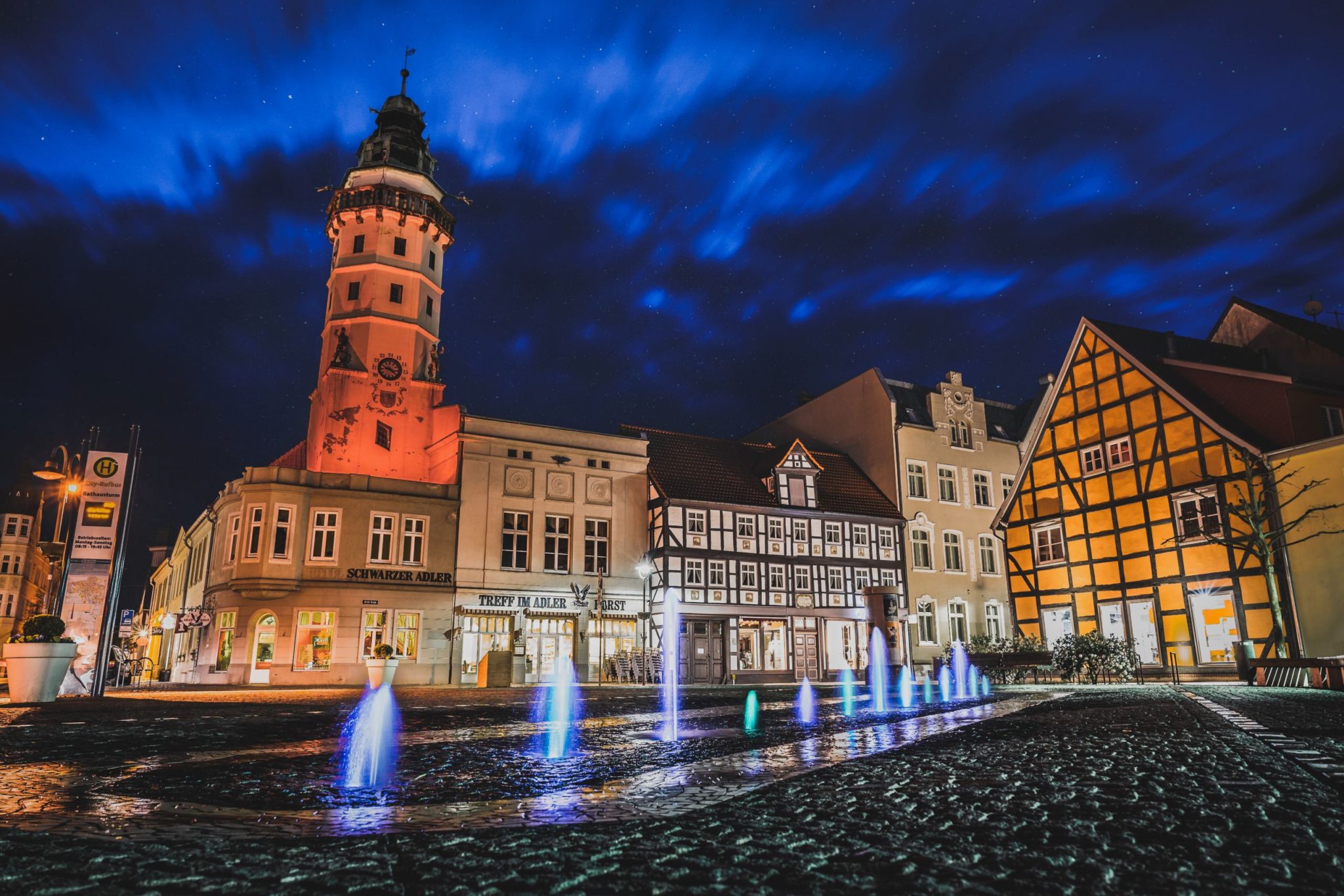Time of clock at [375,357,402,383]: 9:21
